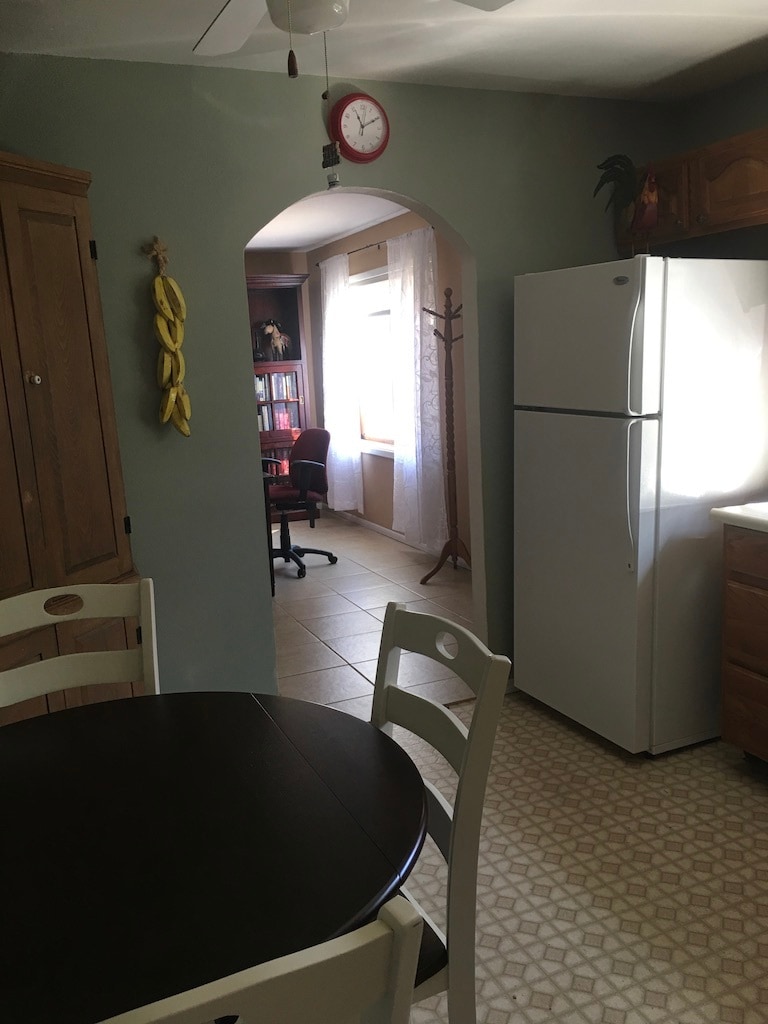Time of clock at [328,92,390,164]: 11:10
